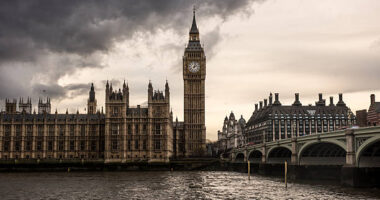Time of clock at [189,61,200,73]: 2:02
